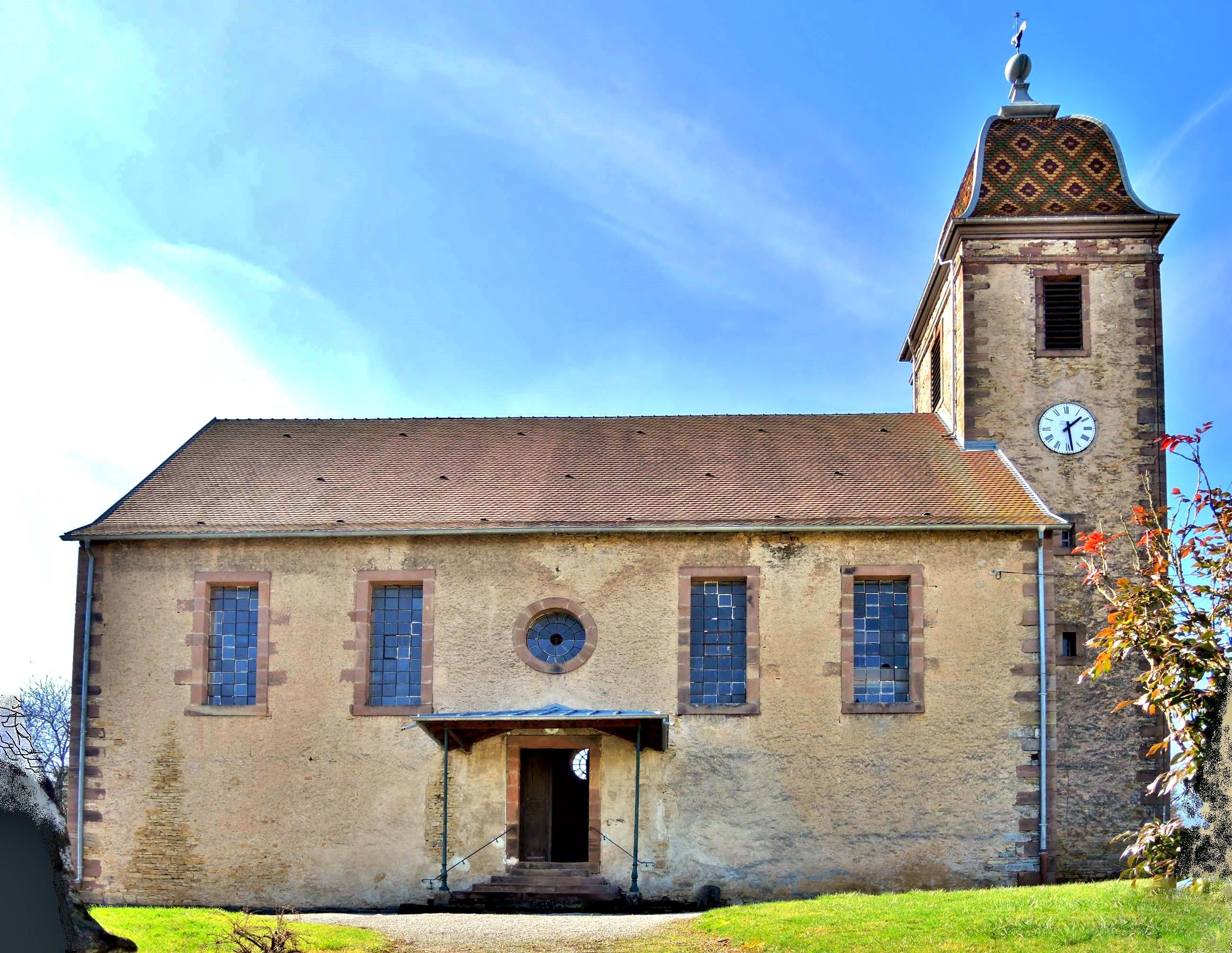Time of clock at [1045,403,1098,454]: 1:28
